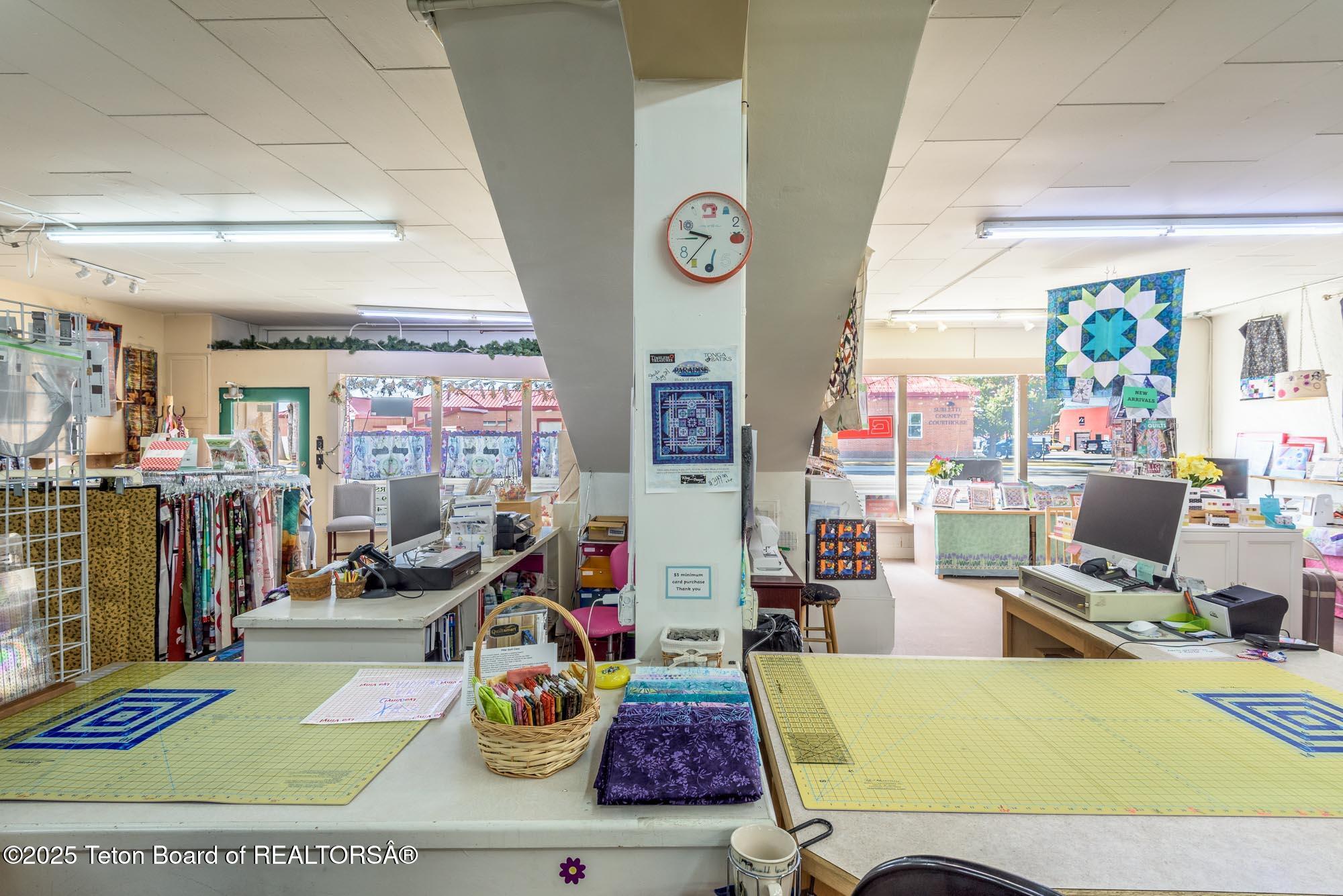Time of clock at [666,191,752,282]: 9:36
